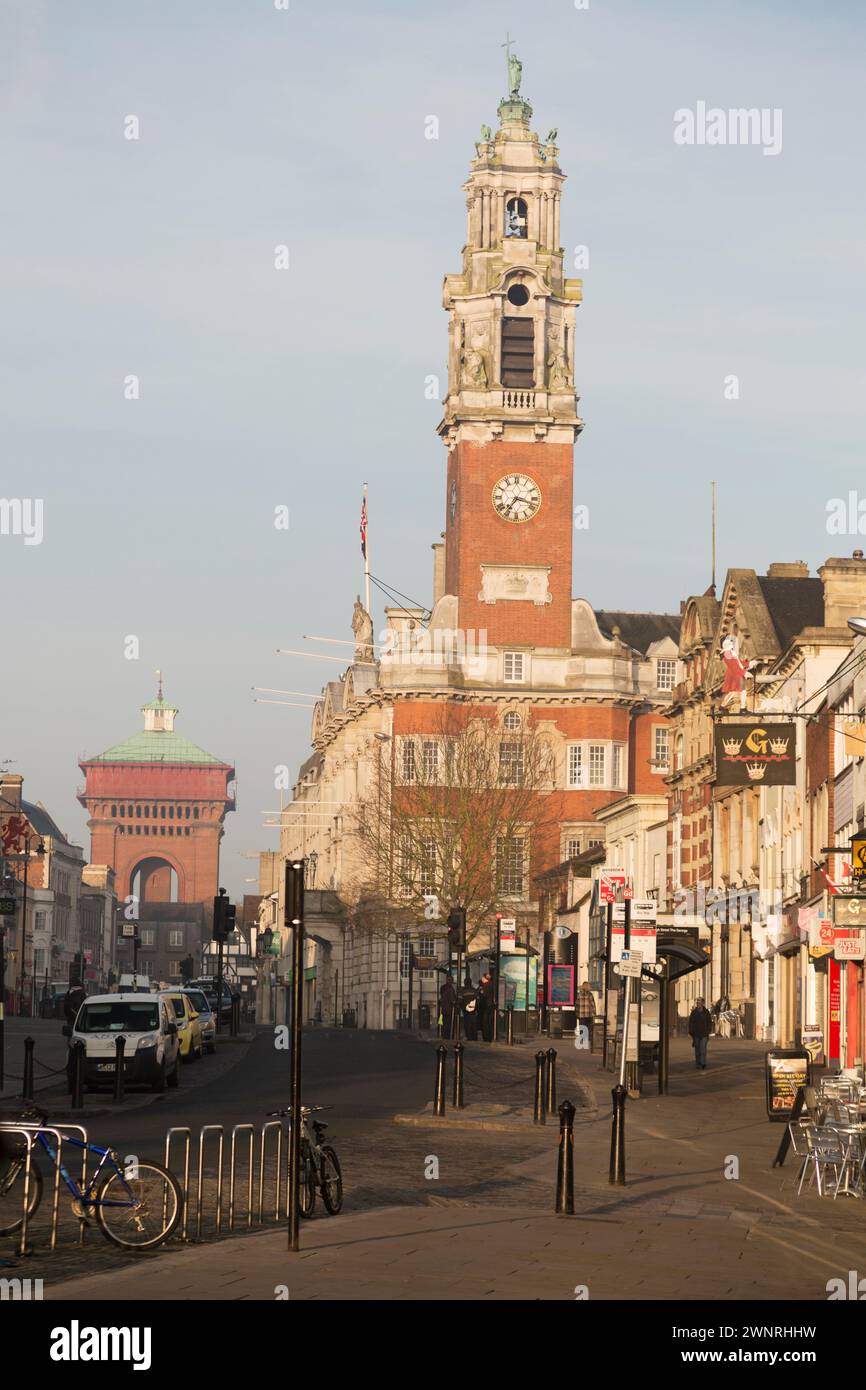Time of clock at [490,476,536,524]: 7:17
